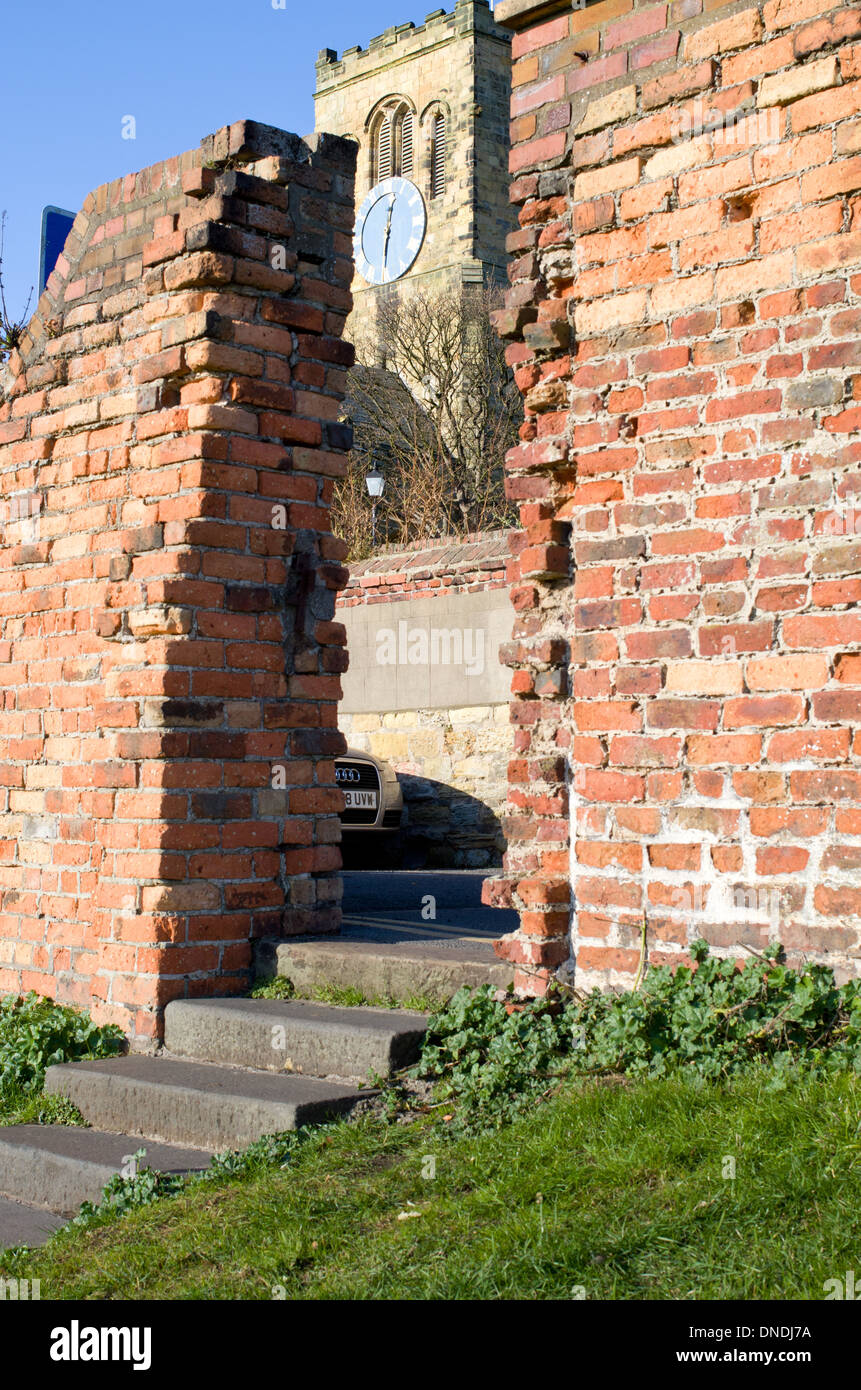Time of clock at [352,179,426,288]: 12:30
